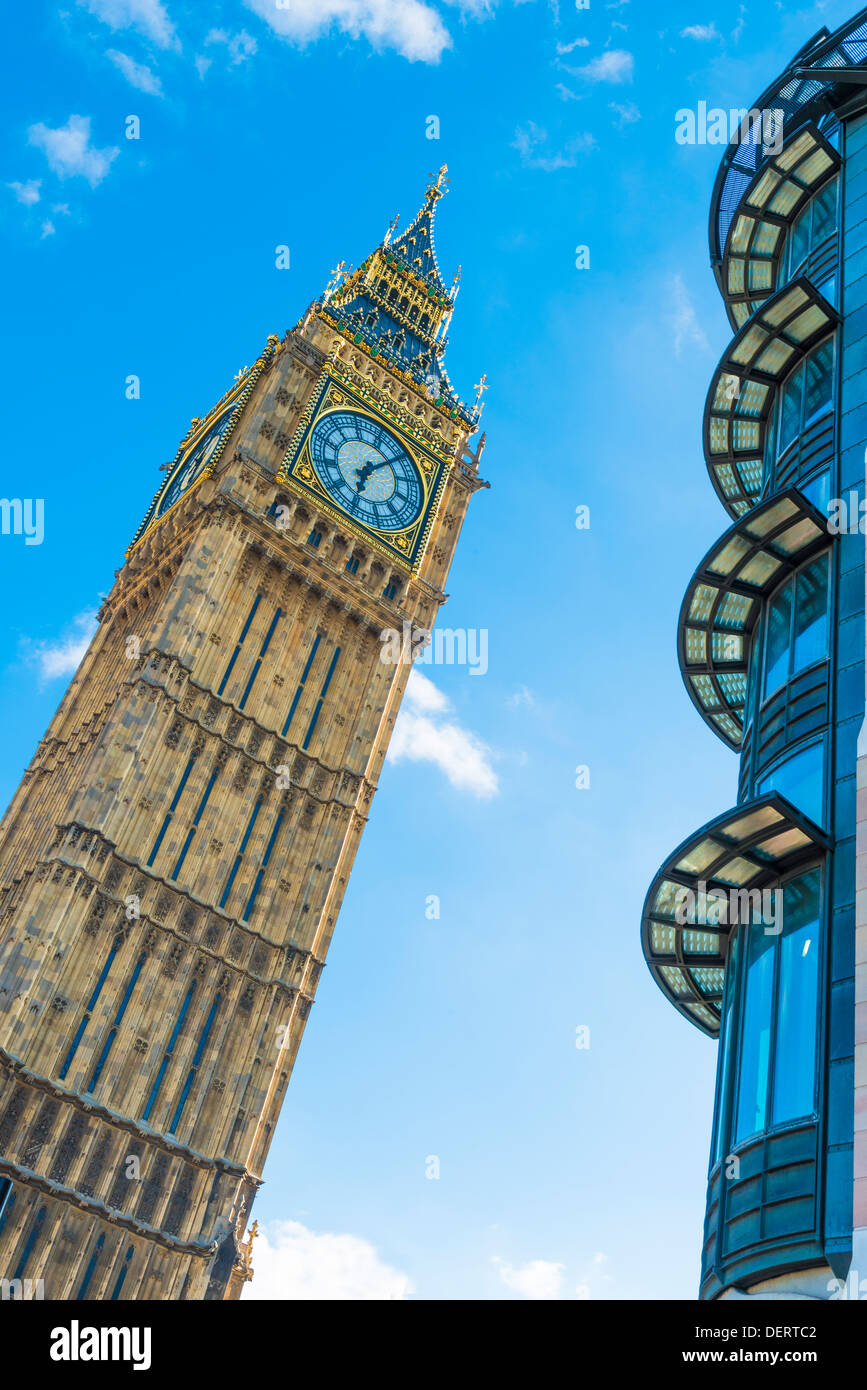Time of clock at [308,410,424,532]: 7:09
